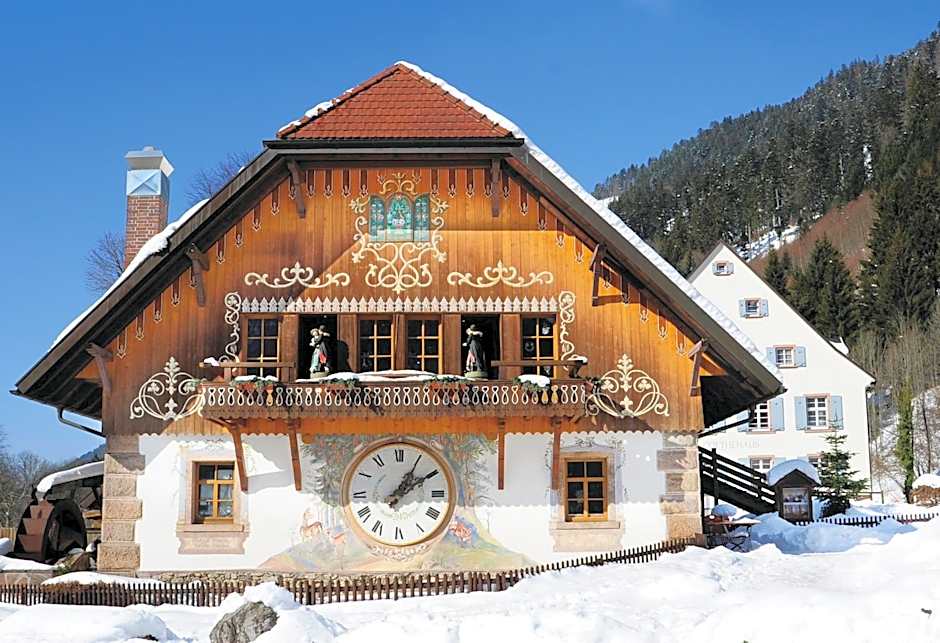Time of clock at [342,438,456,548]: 1:09
